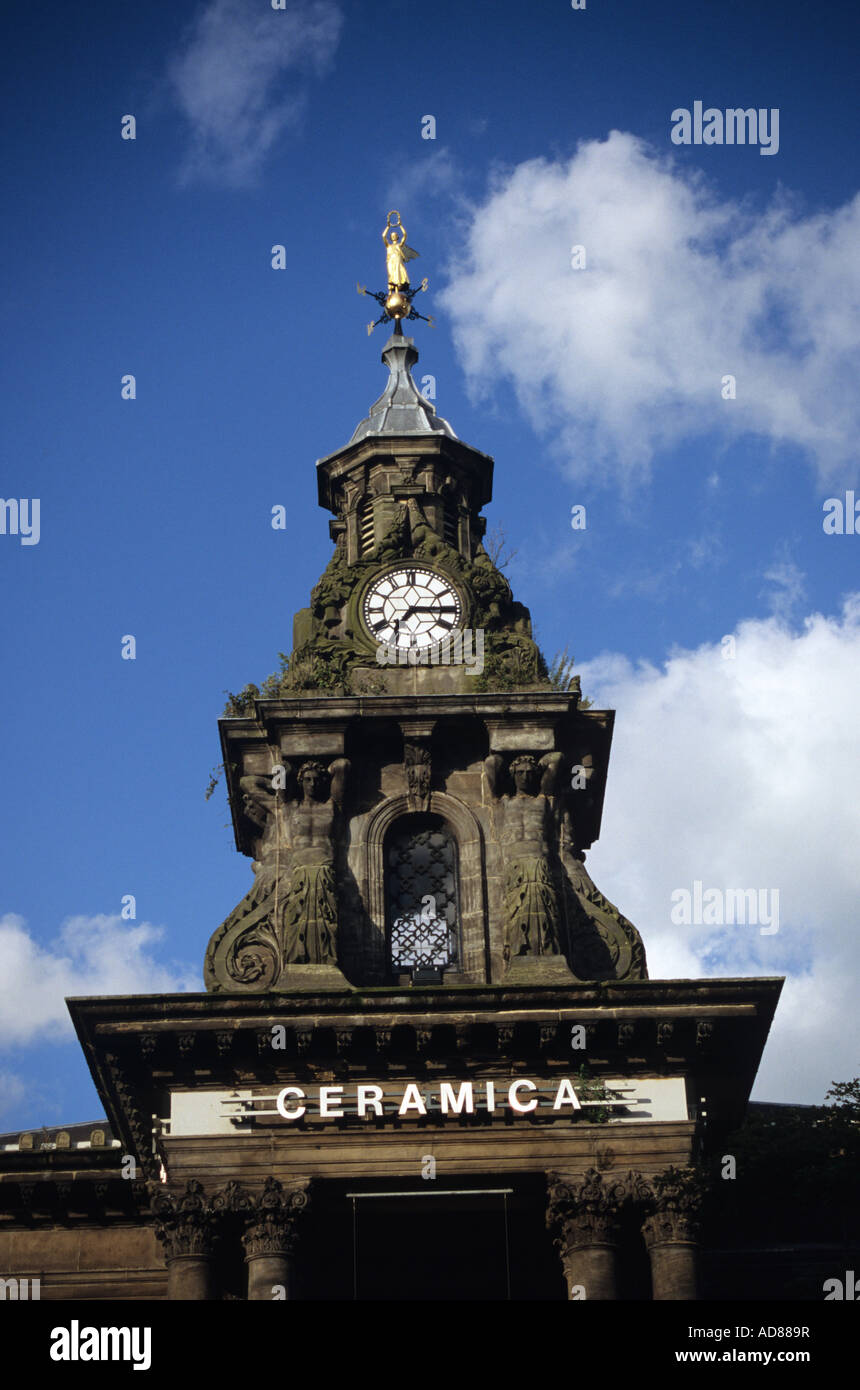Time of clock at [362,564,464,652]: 7:15
